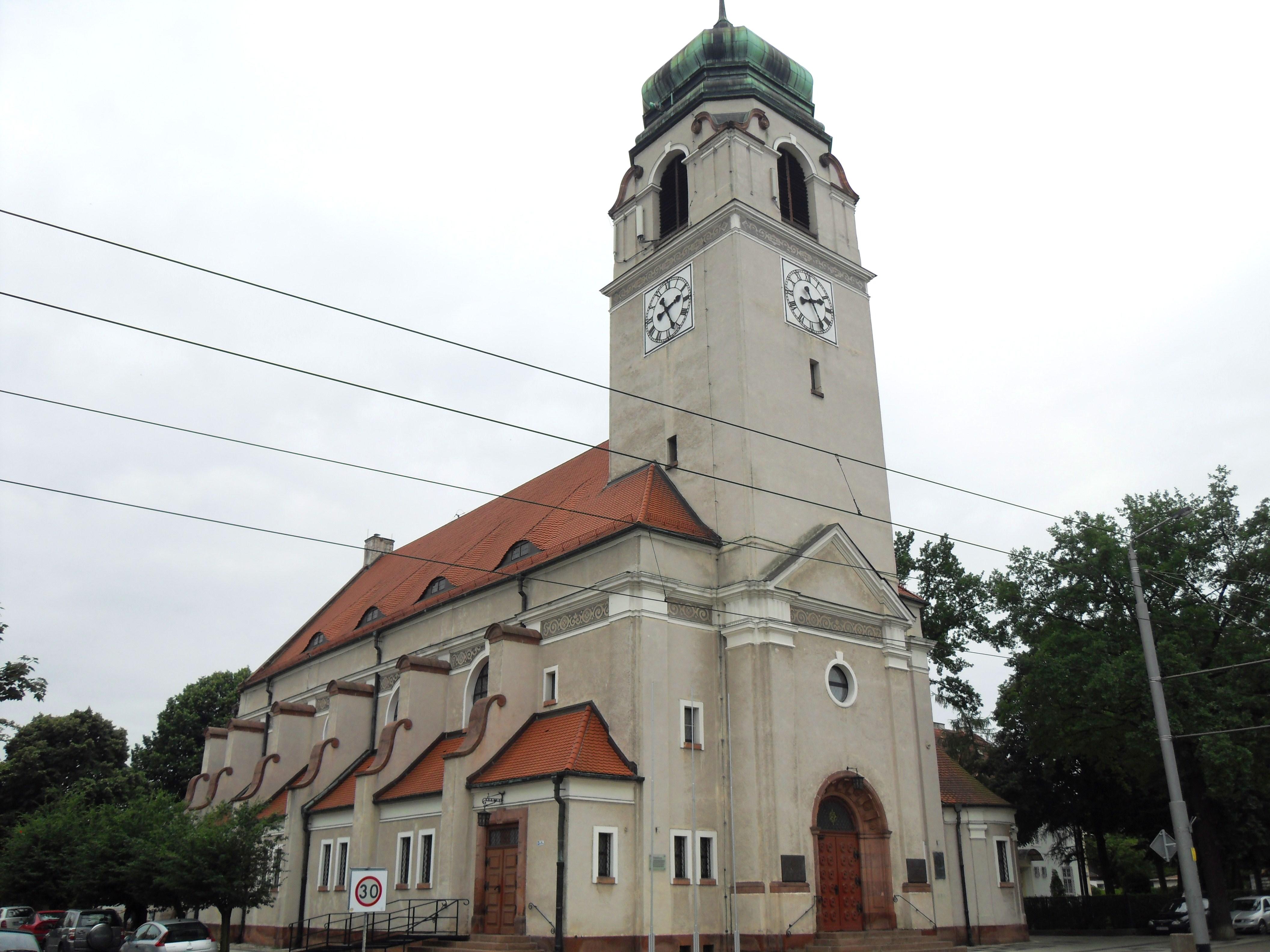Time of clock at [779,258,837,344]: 2:24
